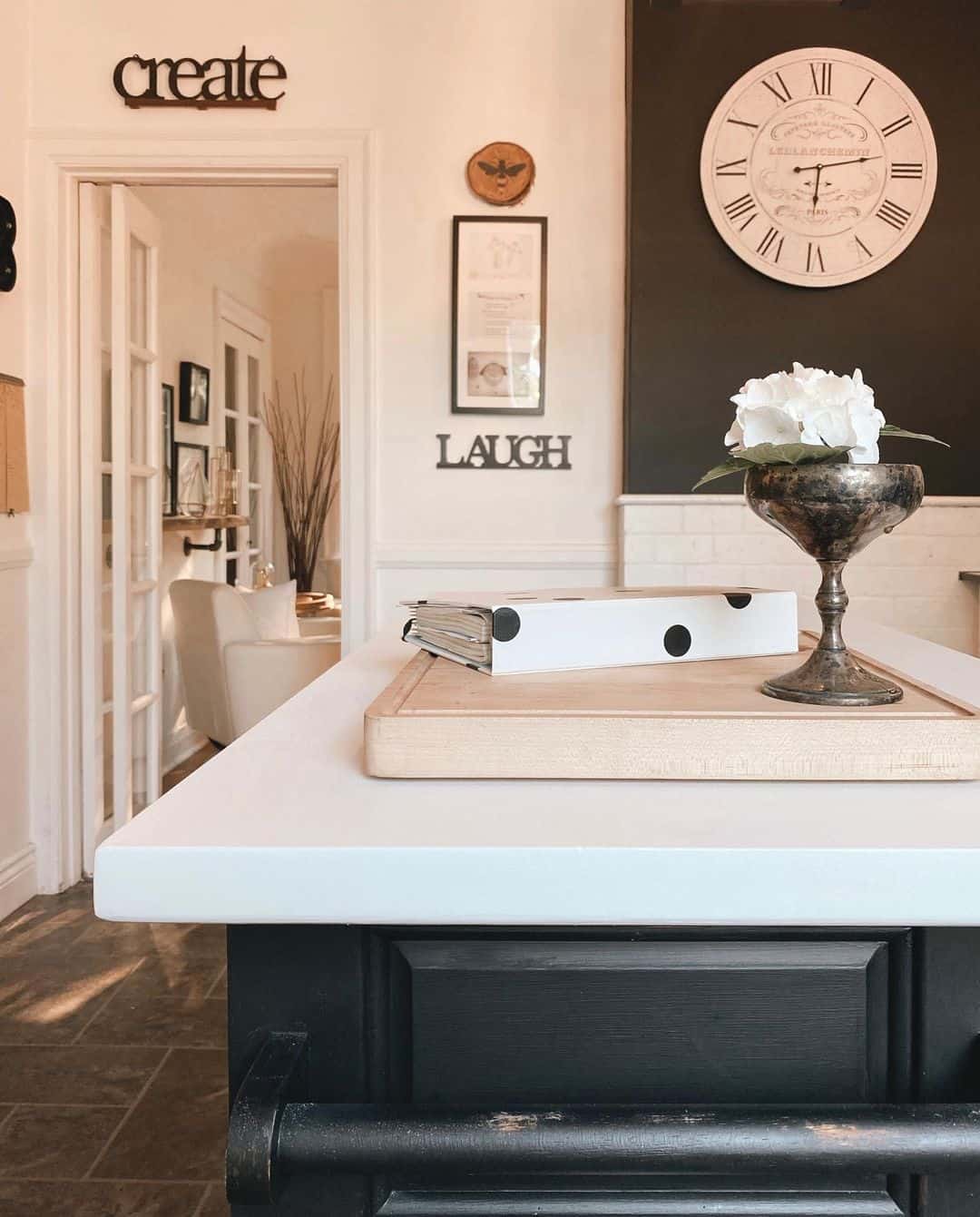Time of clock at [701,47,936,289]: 6:13
